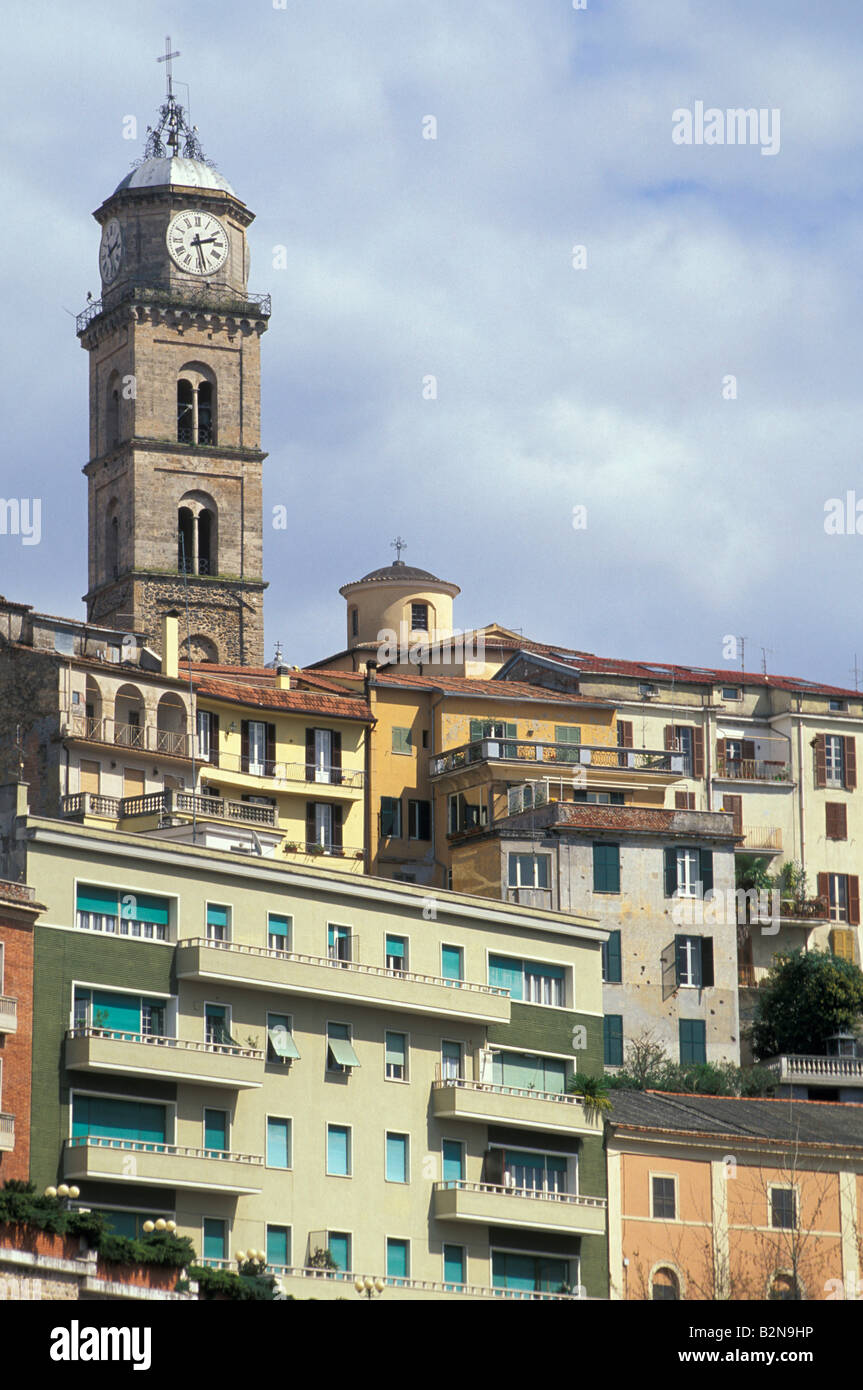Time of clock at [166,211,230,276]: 2:27
